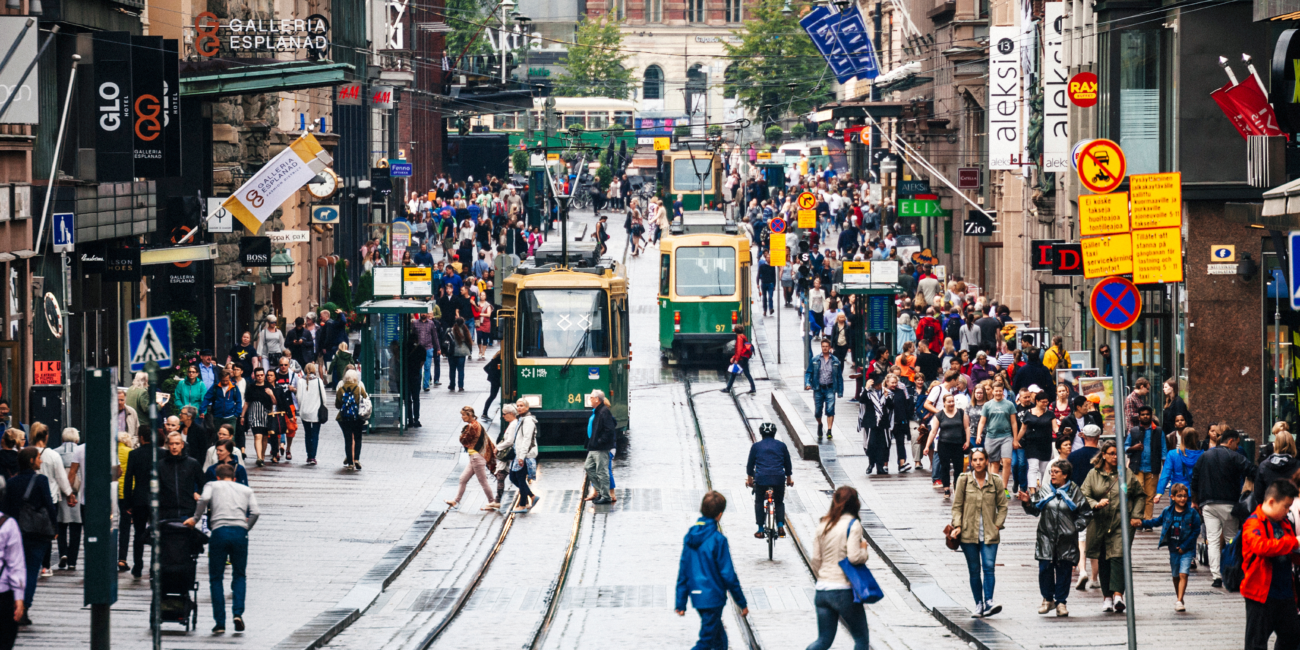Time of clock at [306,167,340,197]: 10:45
